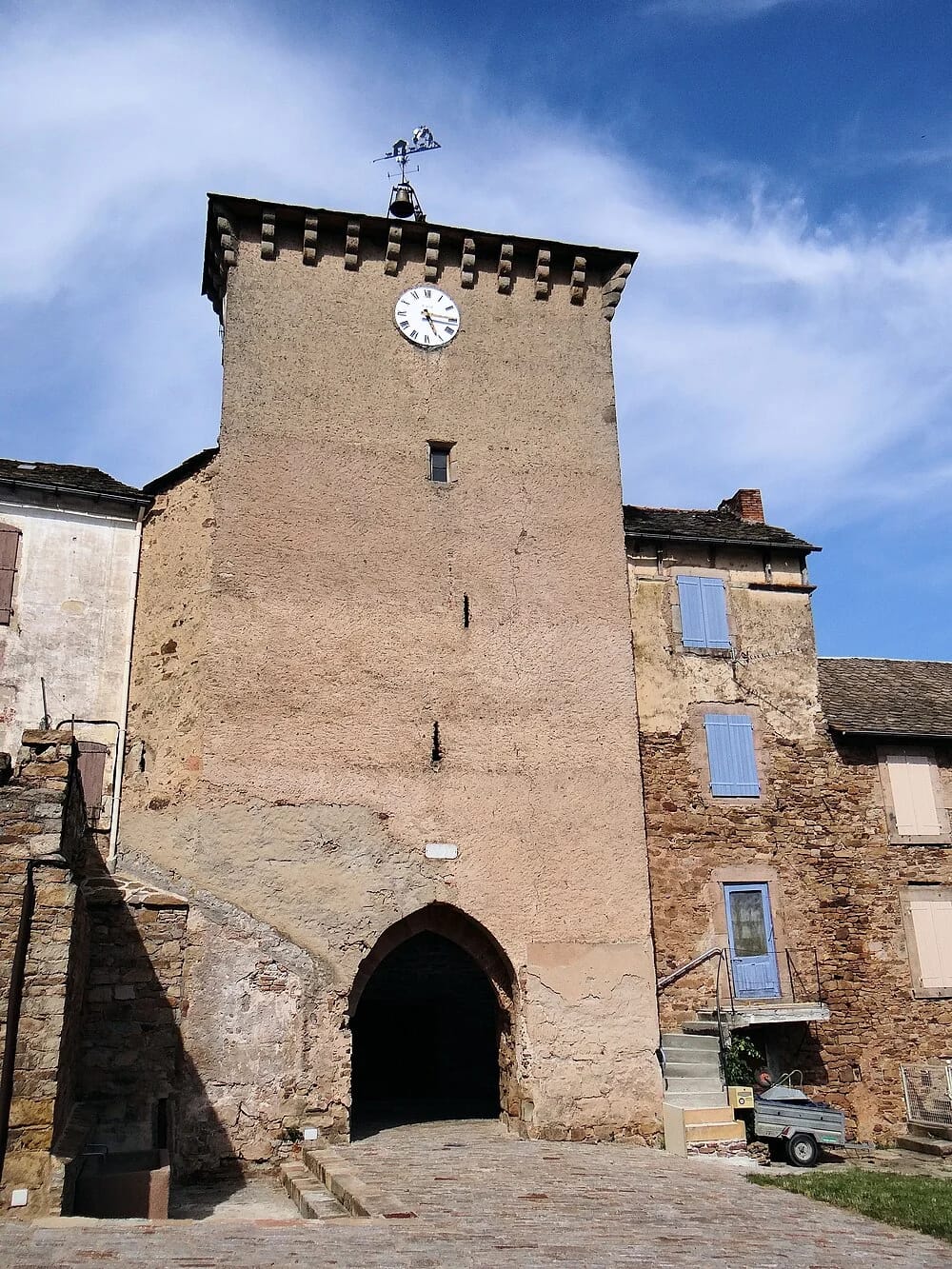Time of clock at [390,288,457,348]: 5:16
